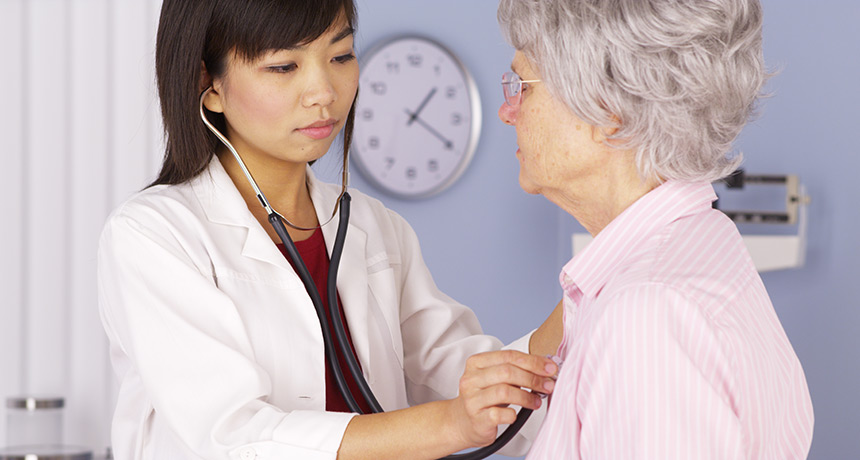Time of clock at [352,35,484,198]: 1:19
